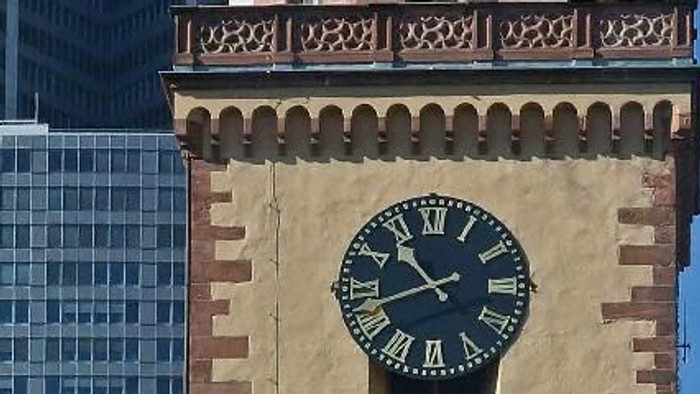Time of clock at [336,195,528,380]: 10:42
